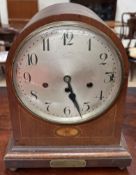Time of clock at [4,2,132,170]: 5:26
